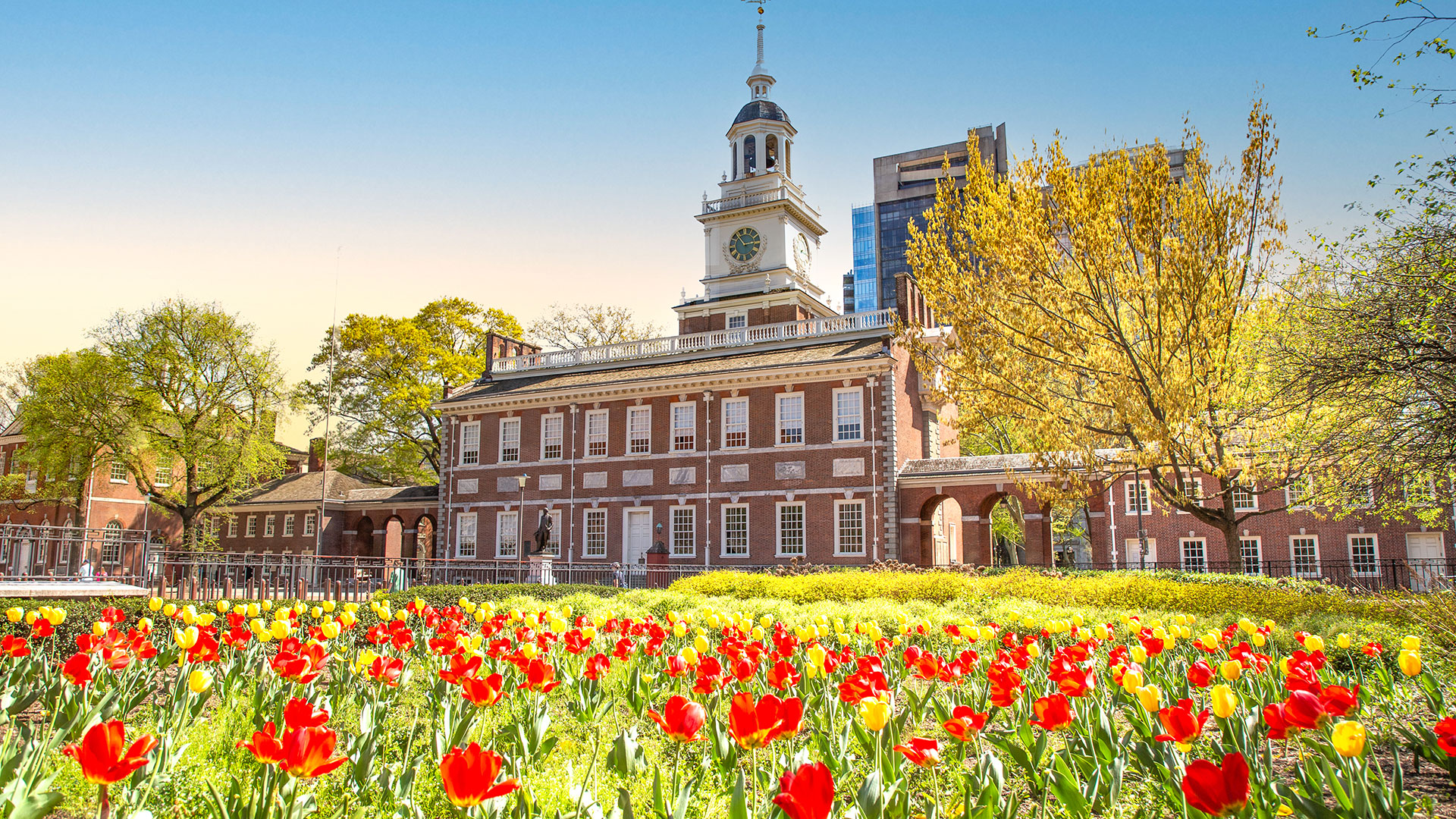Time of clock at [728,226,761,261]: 2:54
